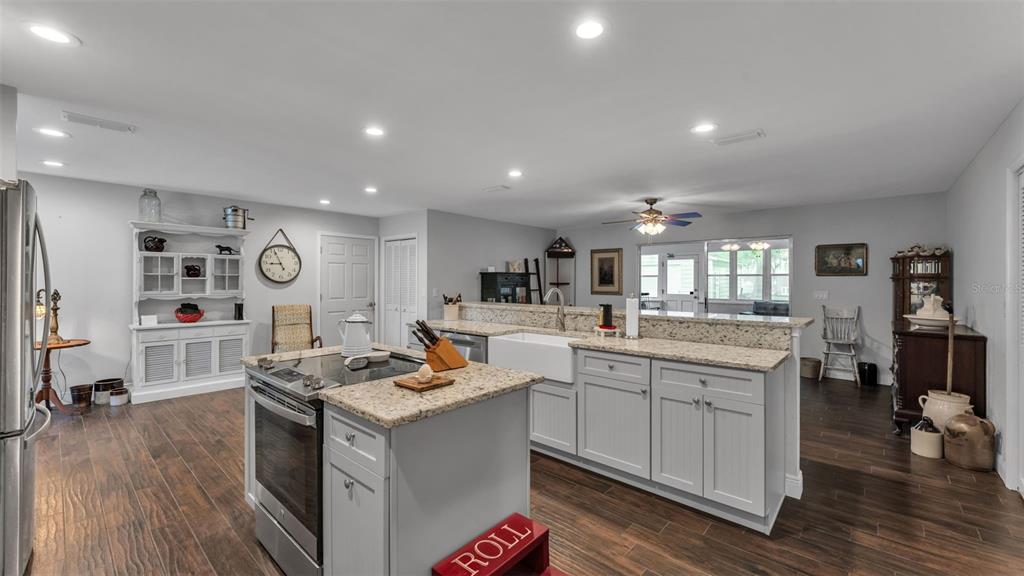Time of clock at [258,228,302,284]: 8:56
